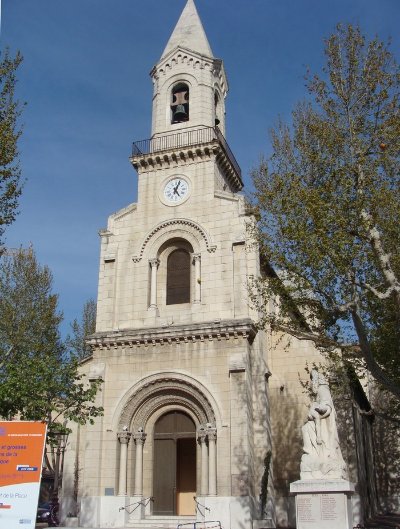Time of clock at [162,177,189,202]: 5:03
